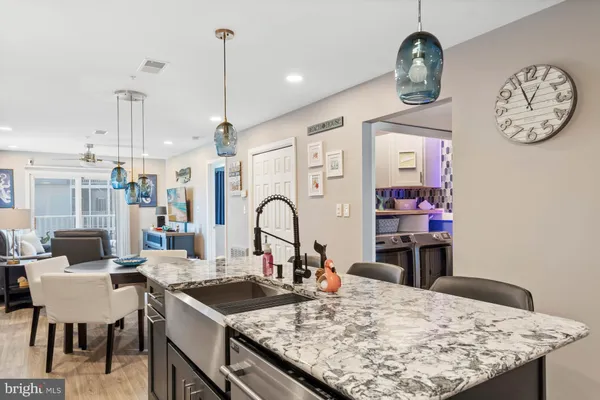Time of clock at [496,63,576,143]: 12:56
